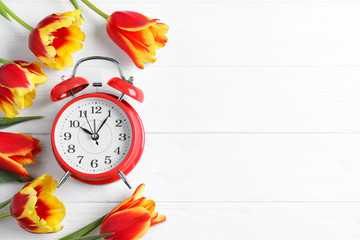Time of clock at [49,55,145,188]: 10:05
